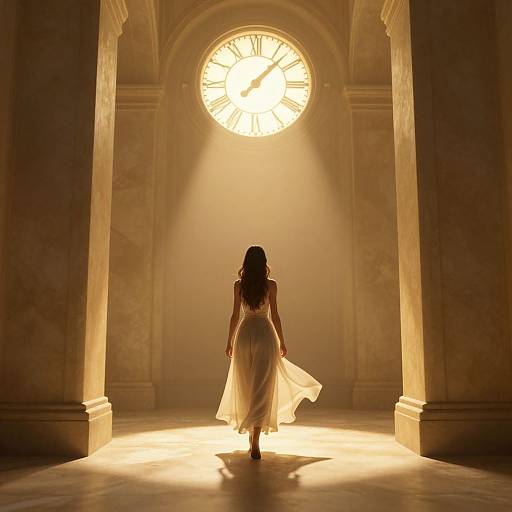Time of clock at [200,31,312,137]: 1:07
